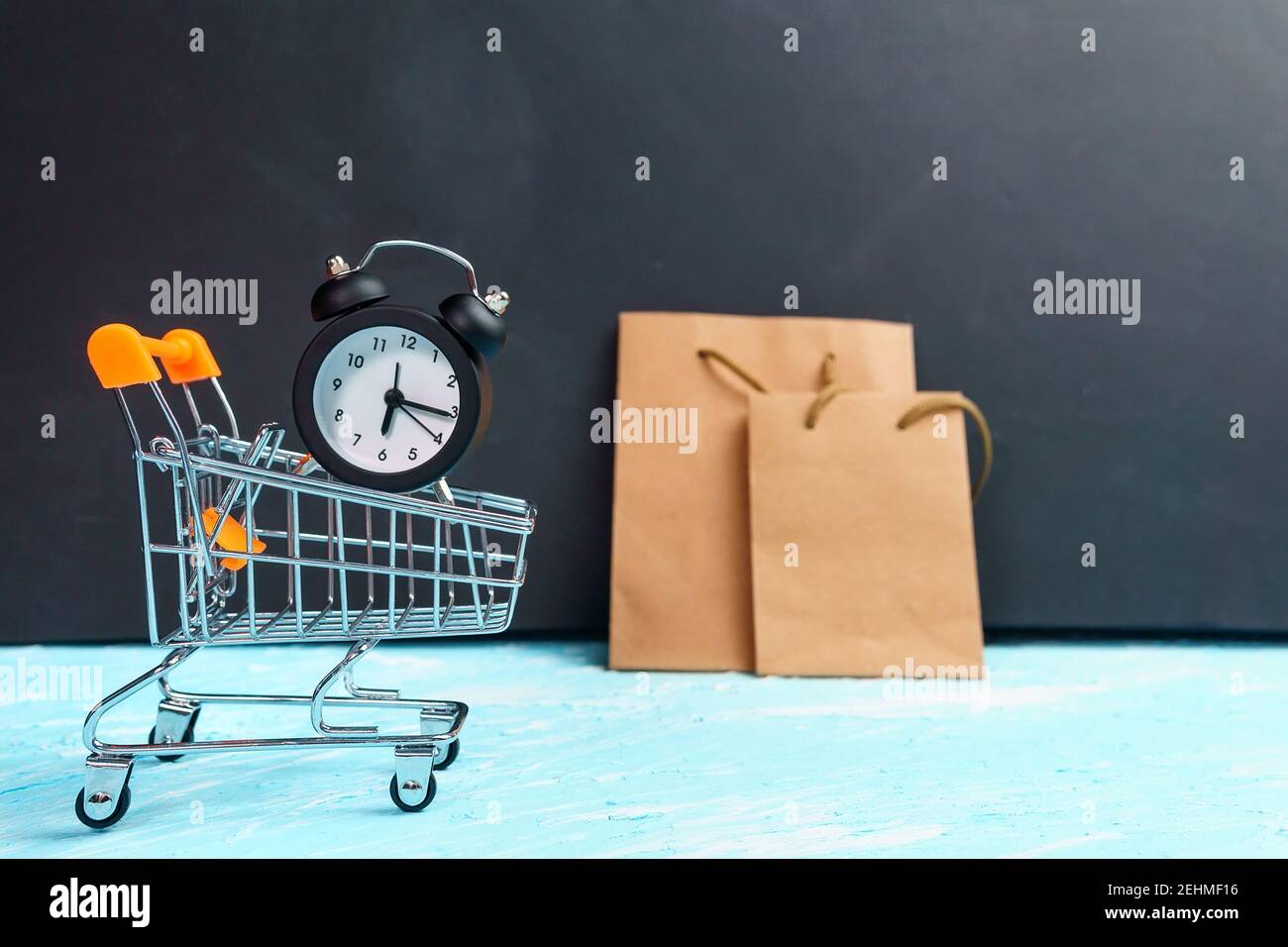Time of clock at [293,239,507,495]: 6:15
